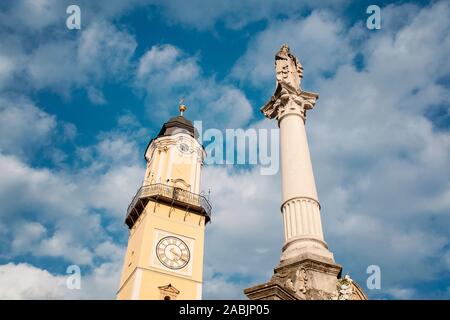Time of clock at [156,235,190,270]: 5:18
